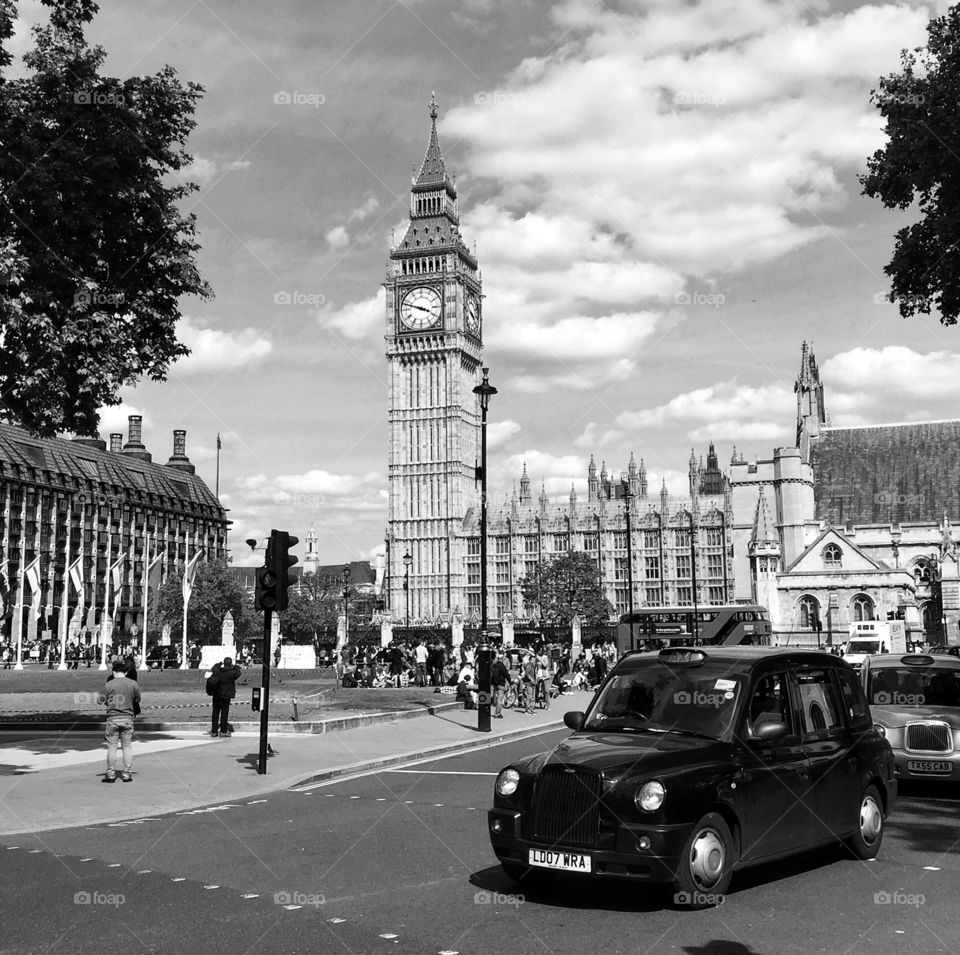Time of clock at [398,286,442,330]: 3:47
